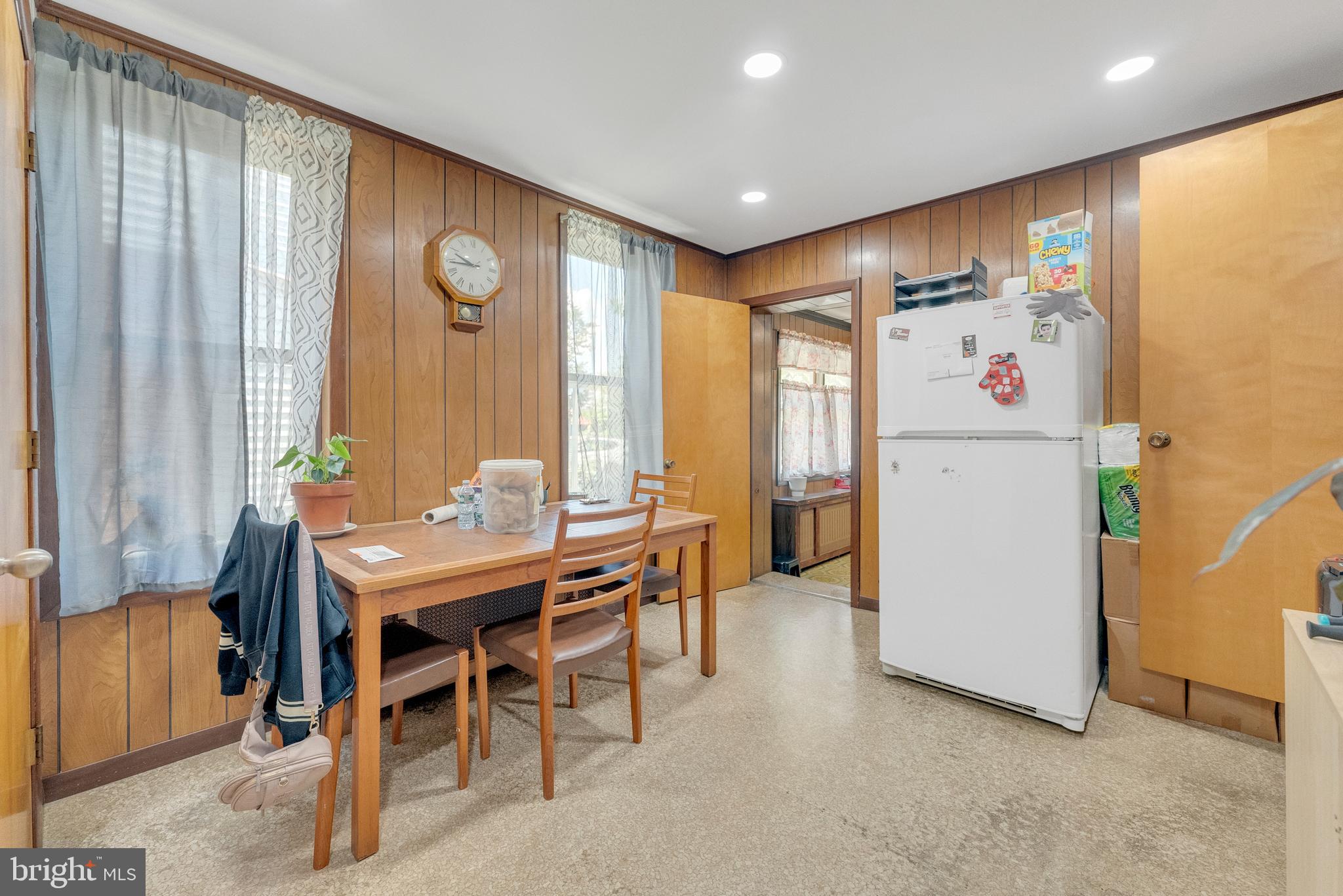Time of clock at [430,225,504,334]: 9:43
